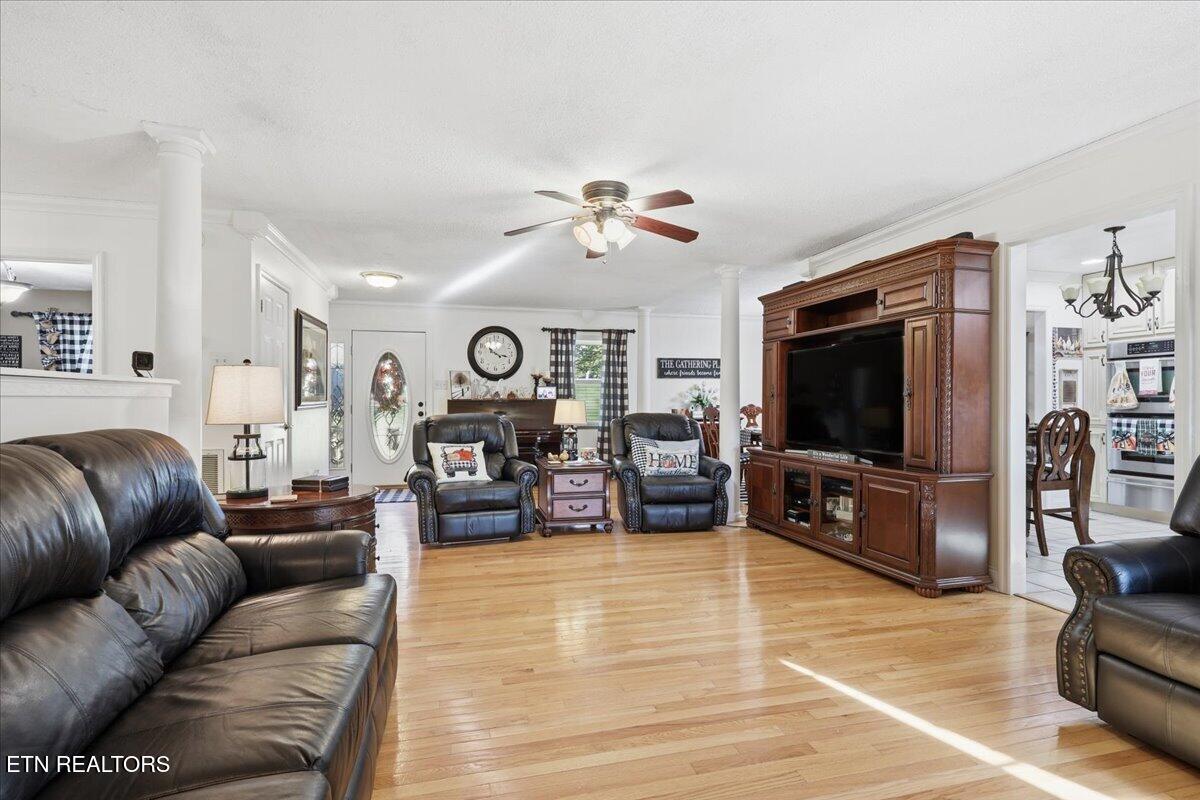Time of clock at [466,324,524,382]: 10:17
